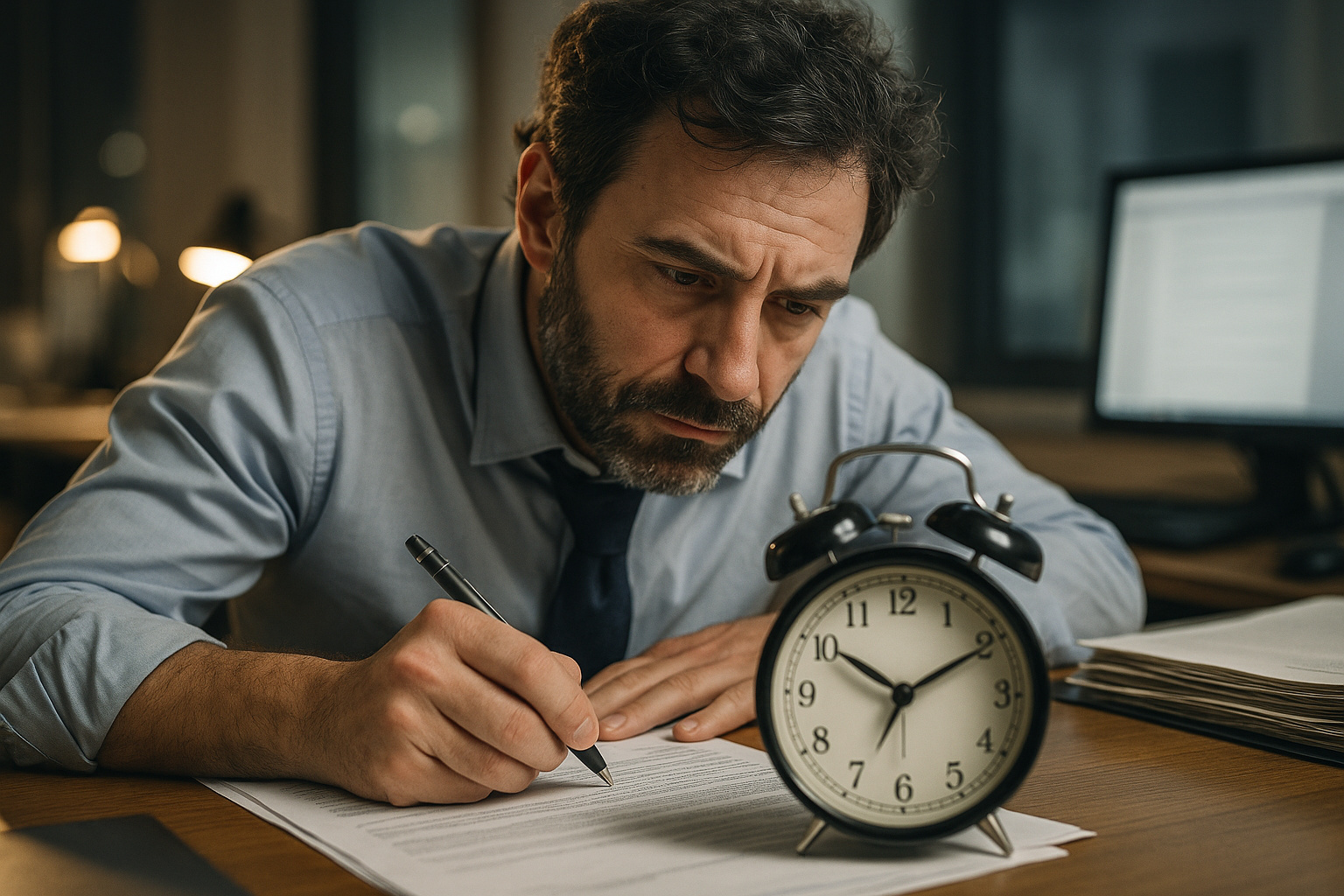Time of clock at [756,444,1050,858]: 10:10
